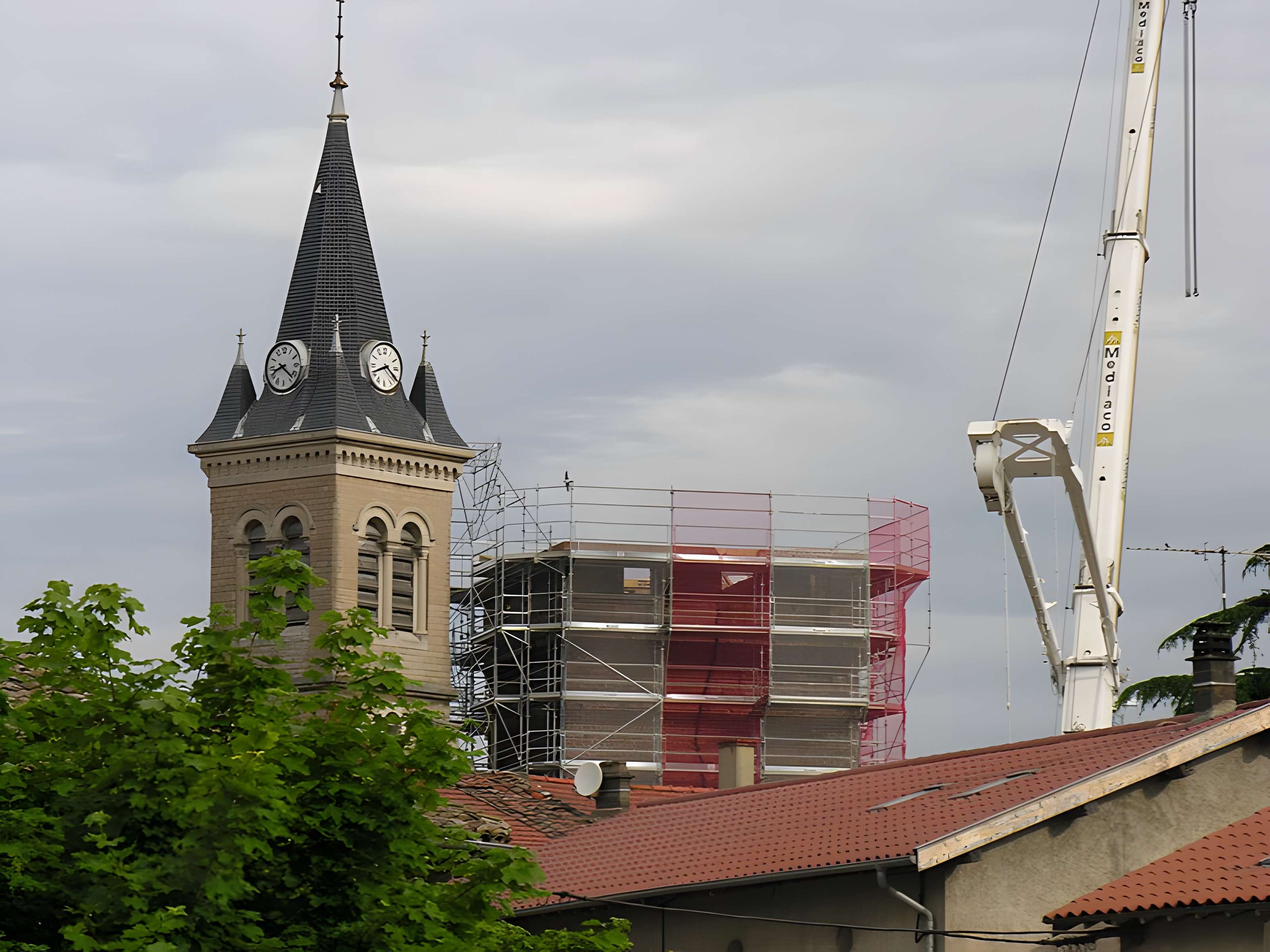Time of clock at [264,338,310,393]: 8:21
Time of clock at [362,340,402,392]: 8:20
